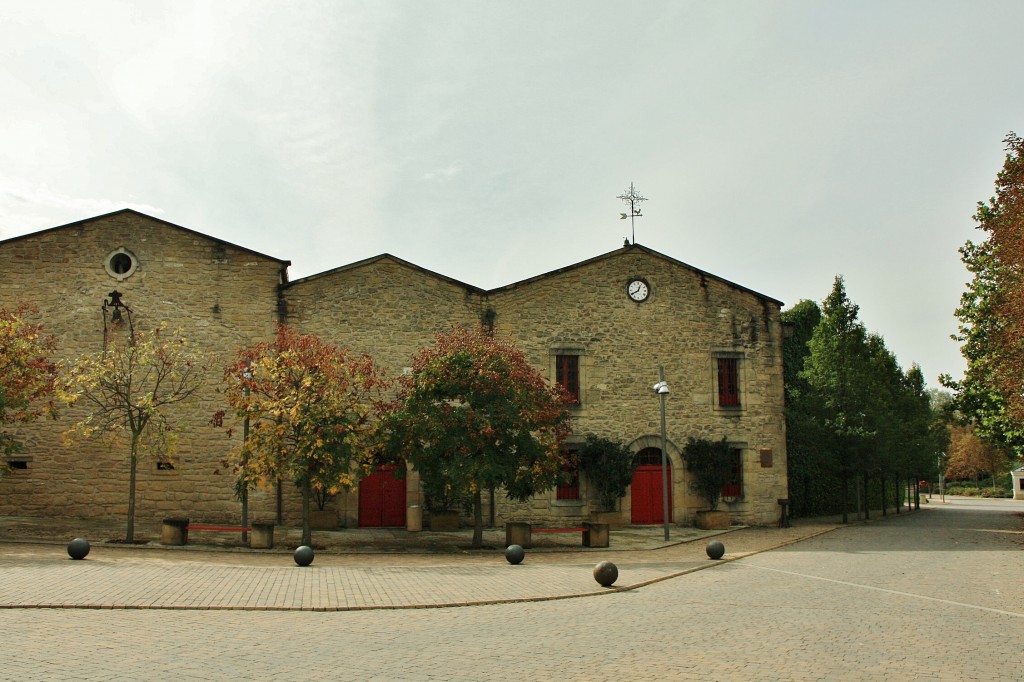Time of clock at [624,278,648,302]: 12:40
